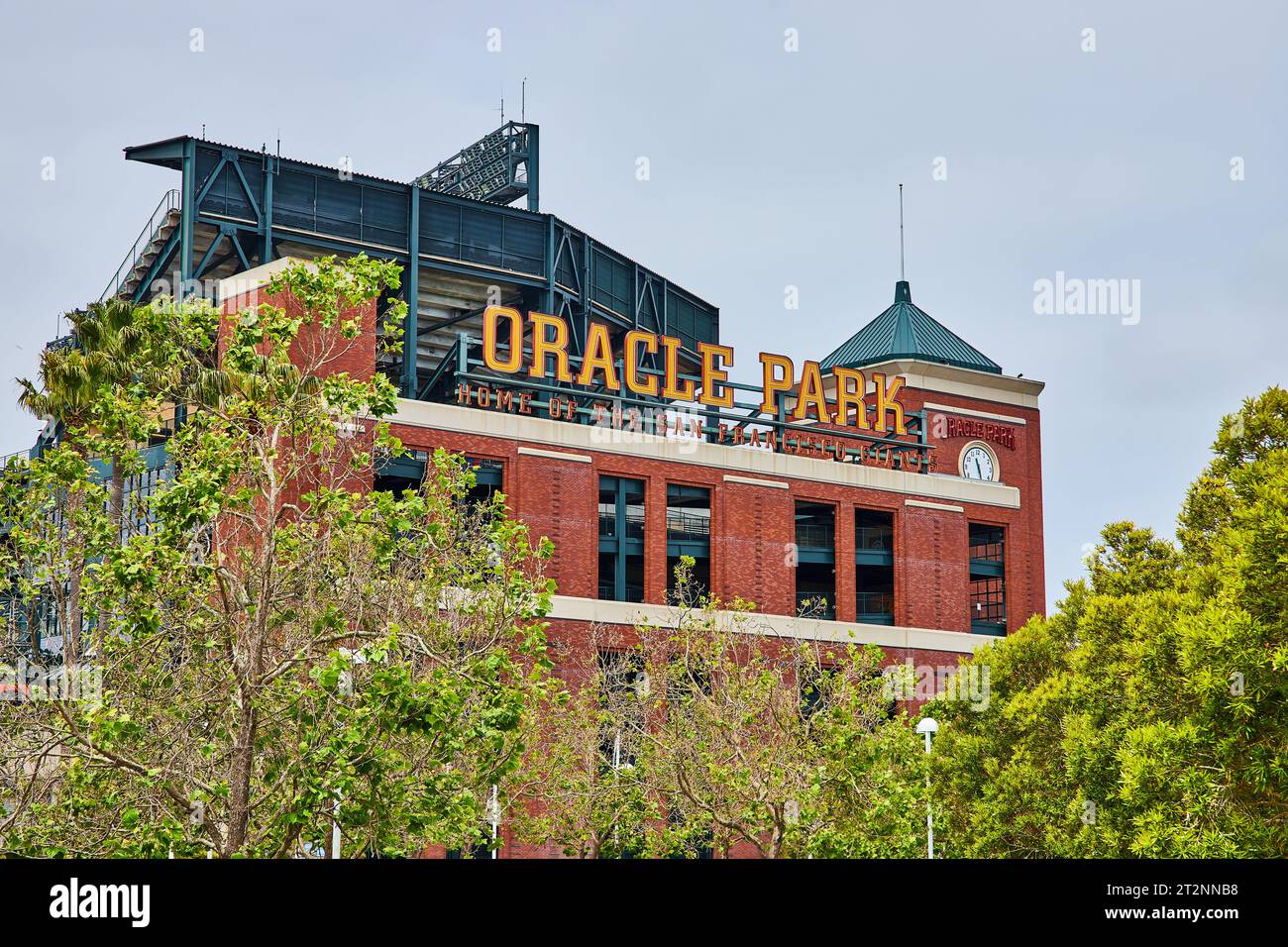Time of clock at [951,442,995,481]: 11:28
